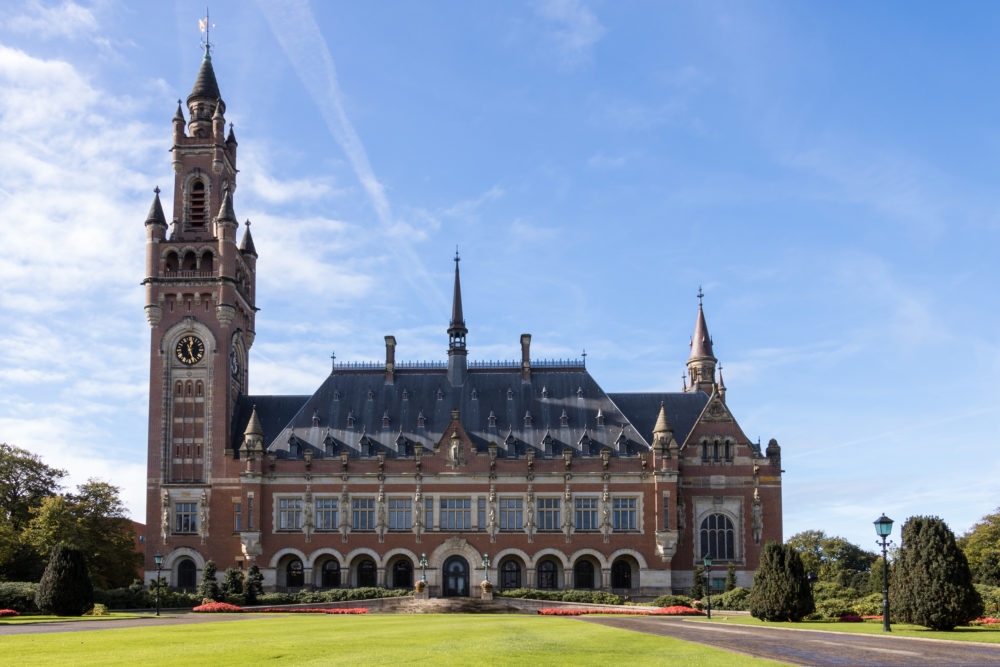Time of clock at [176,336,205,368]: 12:26
